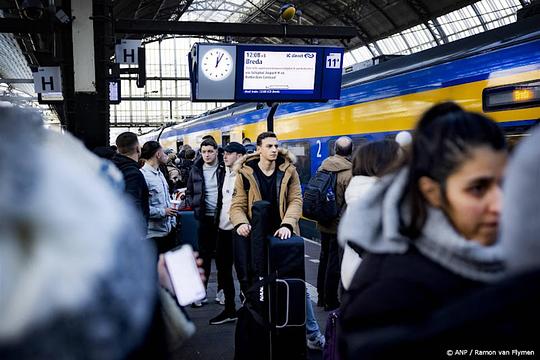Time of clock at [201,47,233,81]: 12:05
